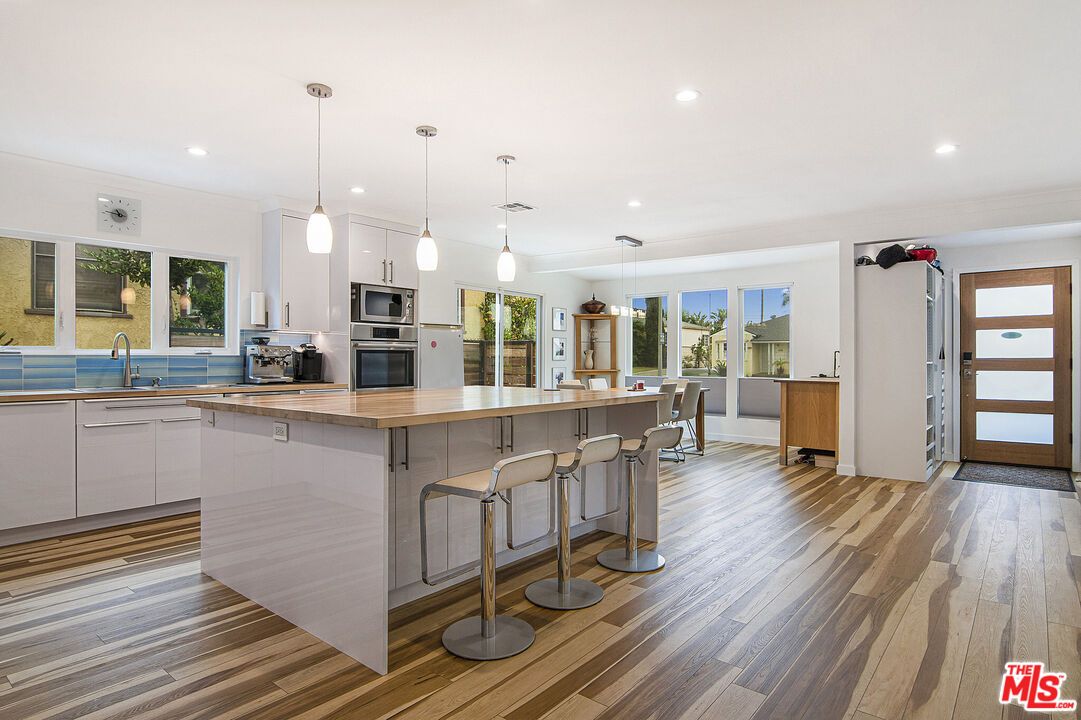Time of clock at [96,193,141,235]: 10:46
